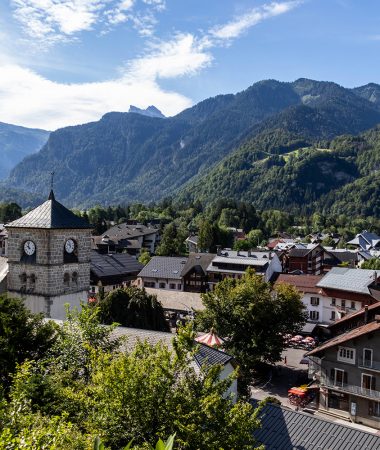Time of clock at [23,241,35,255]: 9:57
